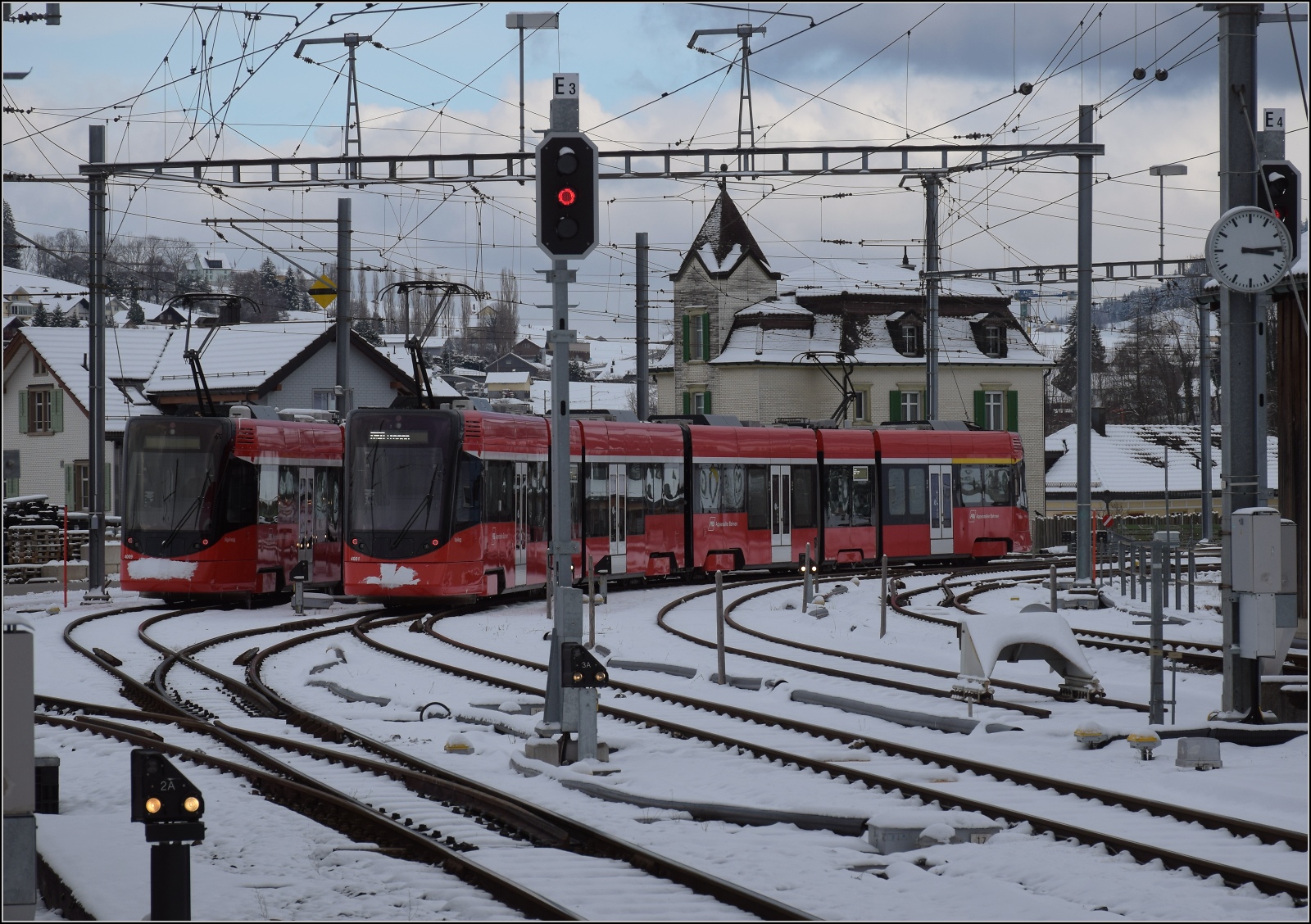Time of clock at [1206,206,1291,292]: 3:14
